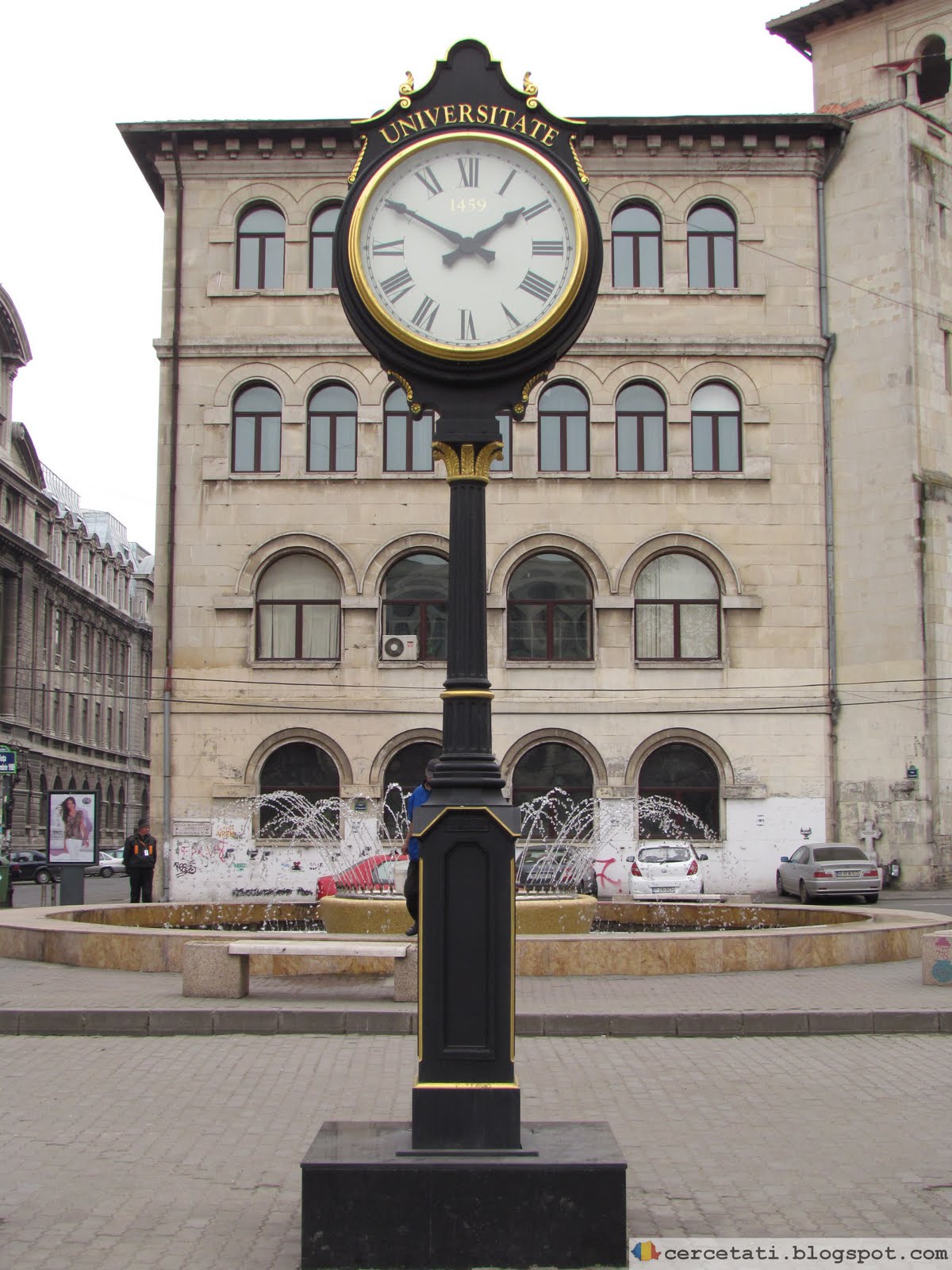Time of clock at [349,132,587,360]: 1:50
